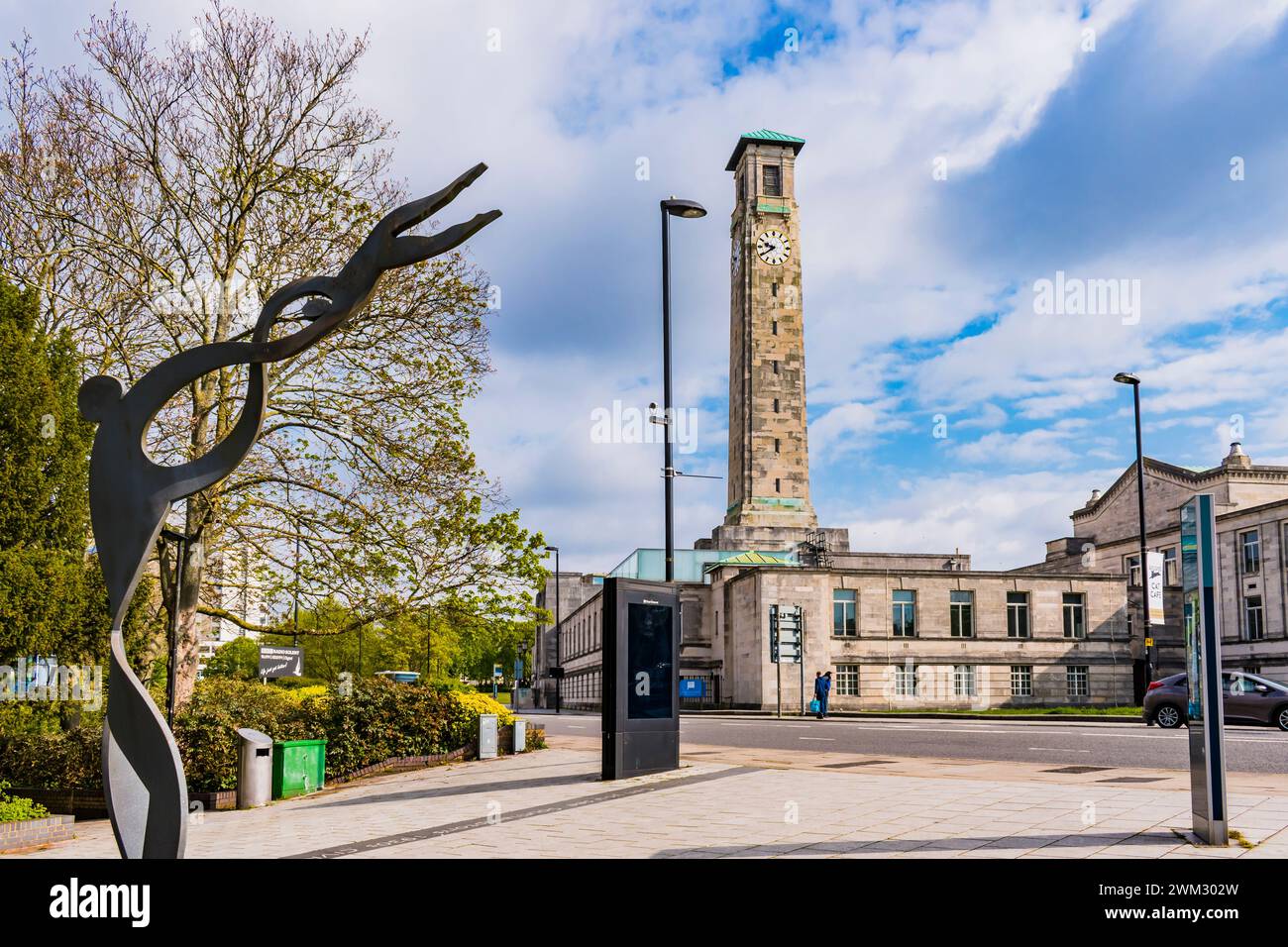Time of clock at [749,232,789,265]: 9:39
